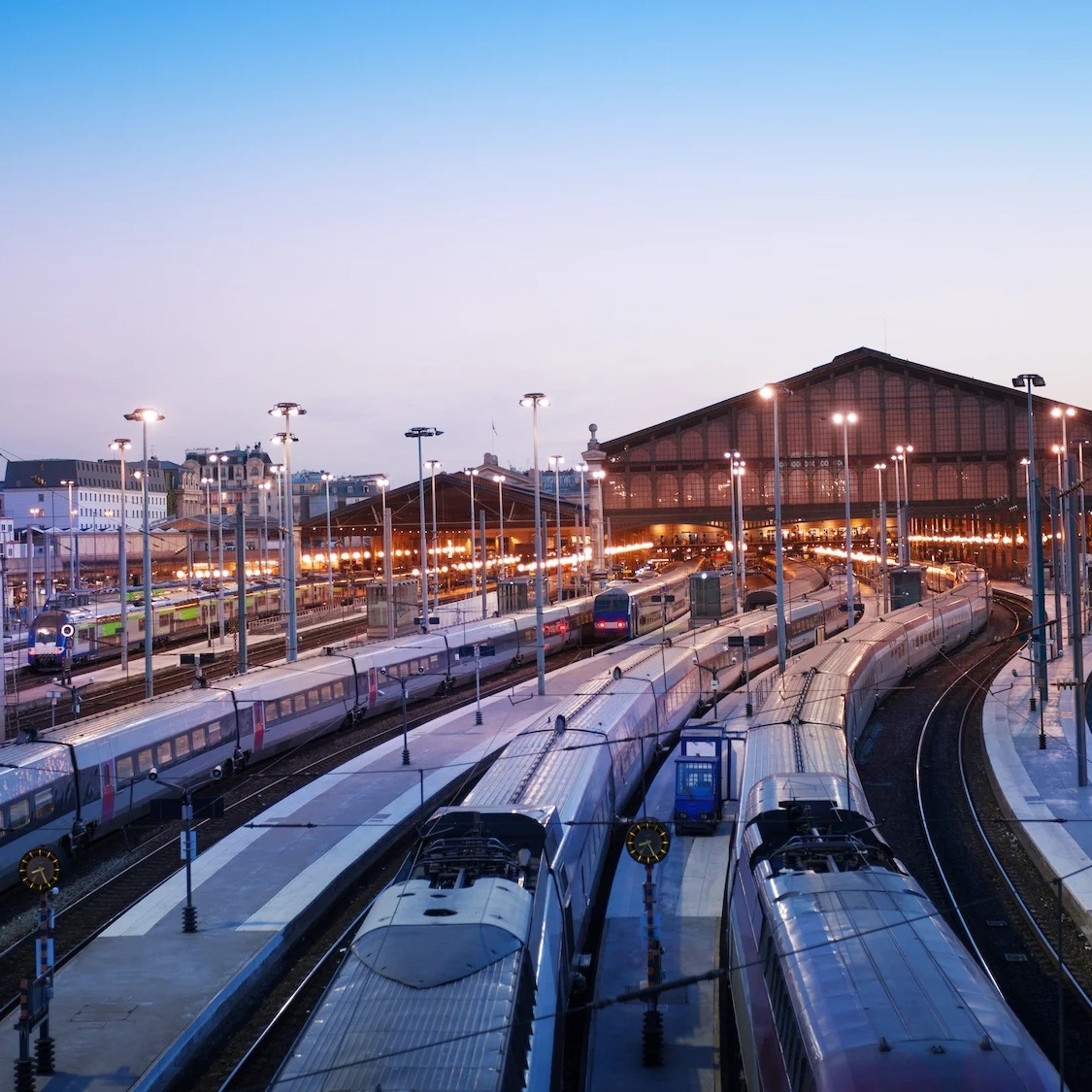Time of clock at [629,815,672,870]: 8:25
